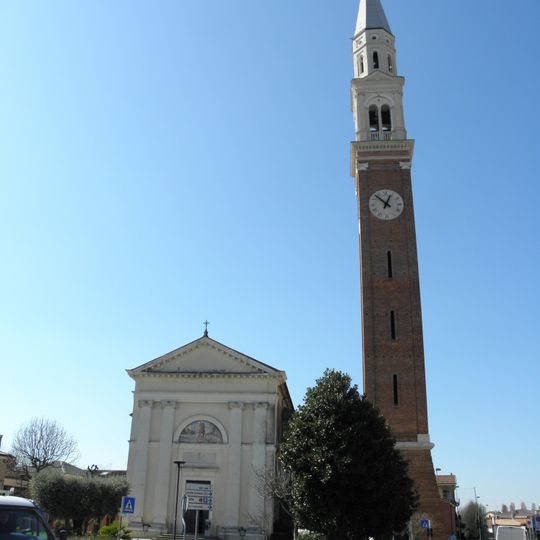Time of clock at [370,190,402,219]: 12:52
